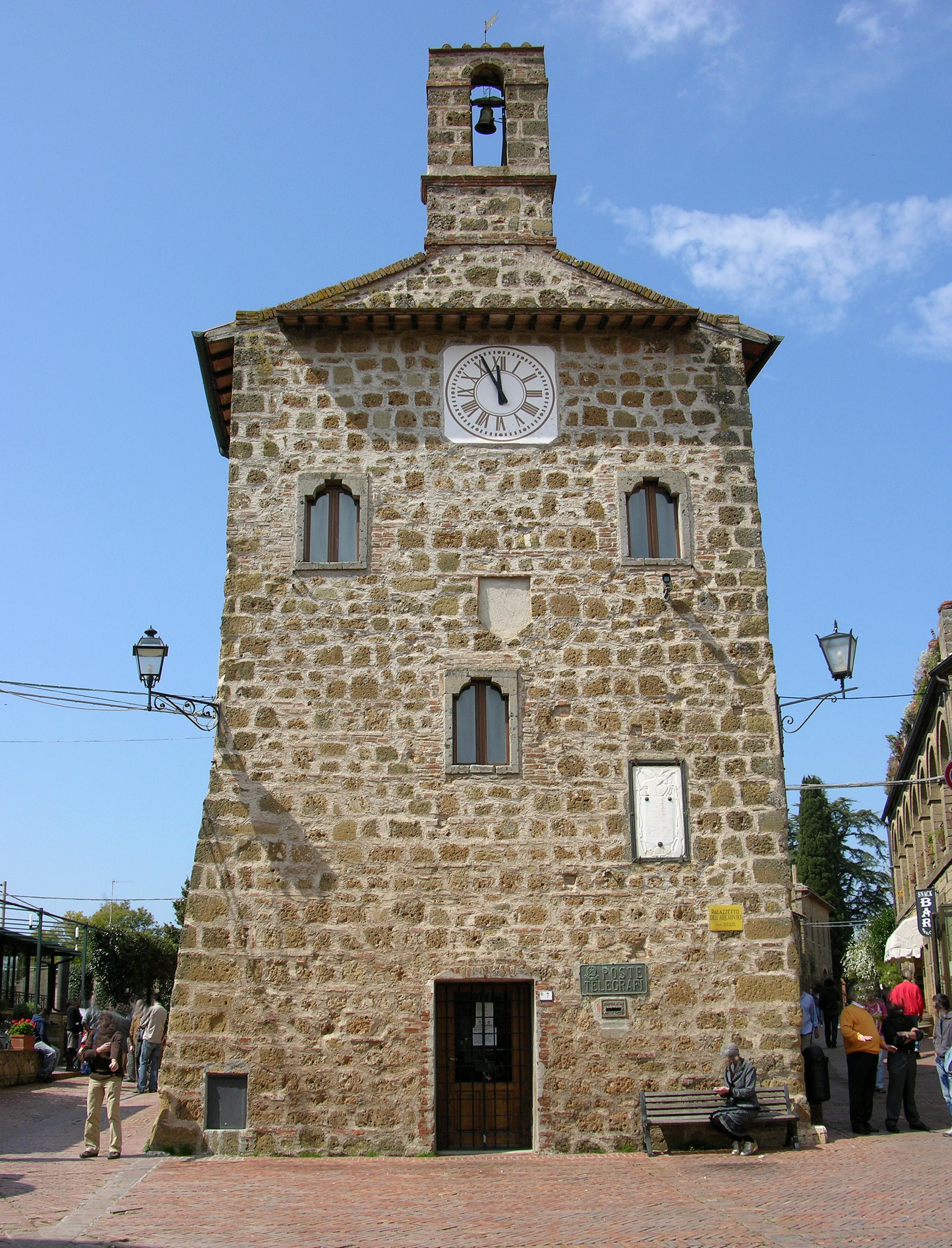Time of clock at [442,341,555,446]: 11:55
